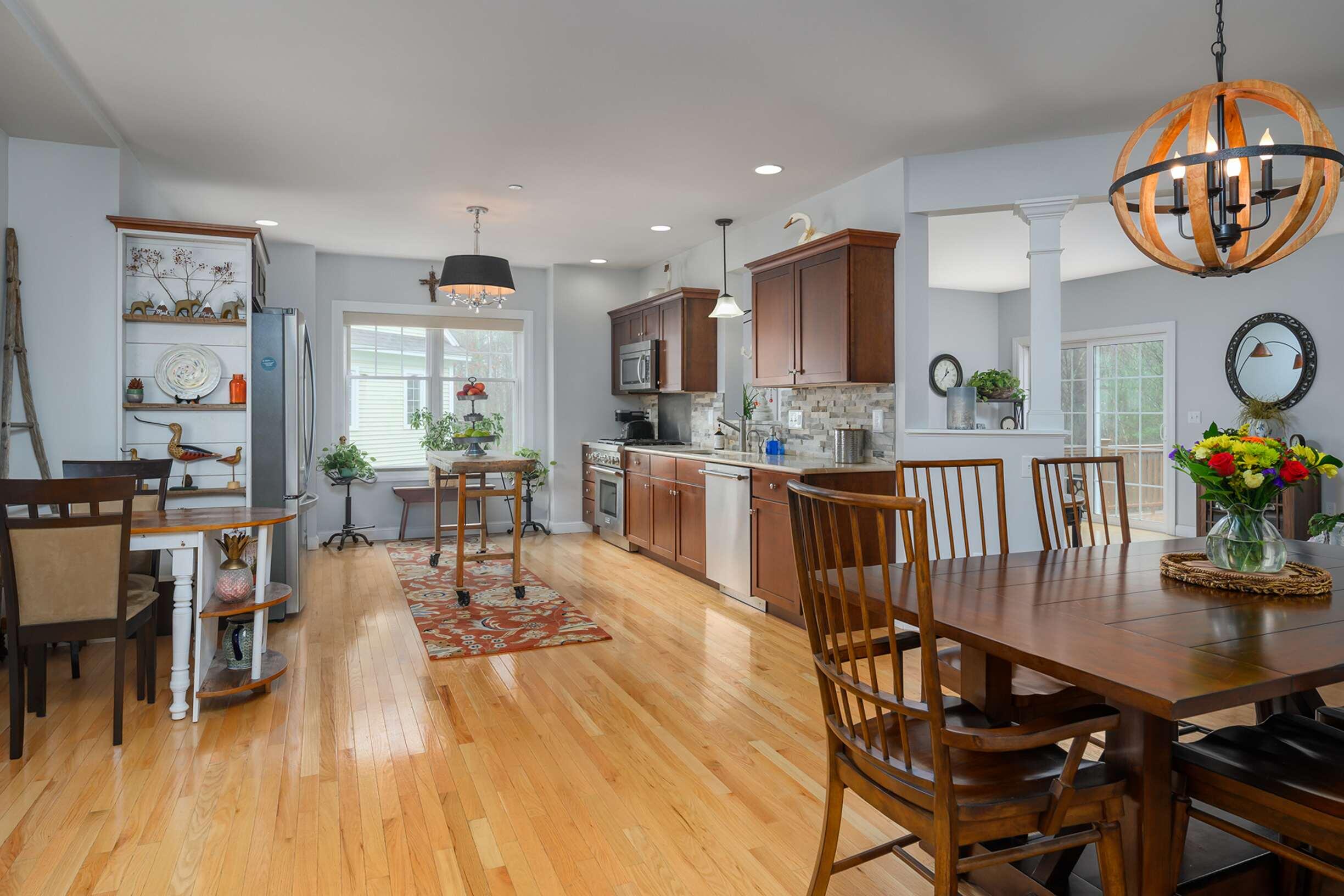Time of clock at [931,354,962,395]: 12:37
